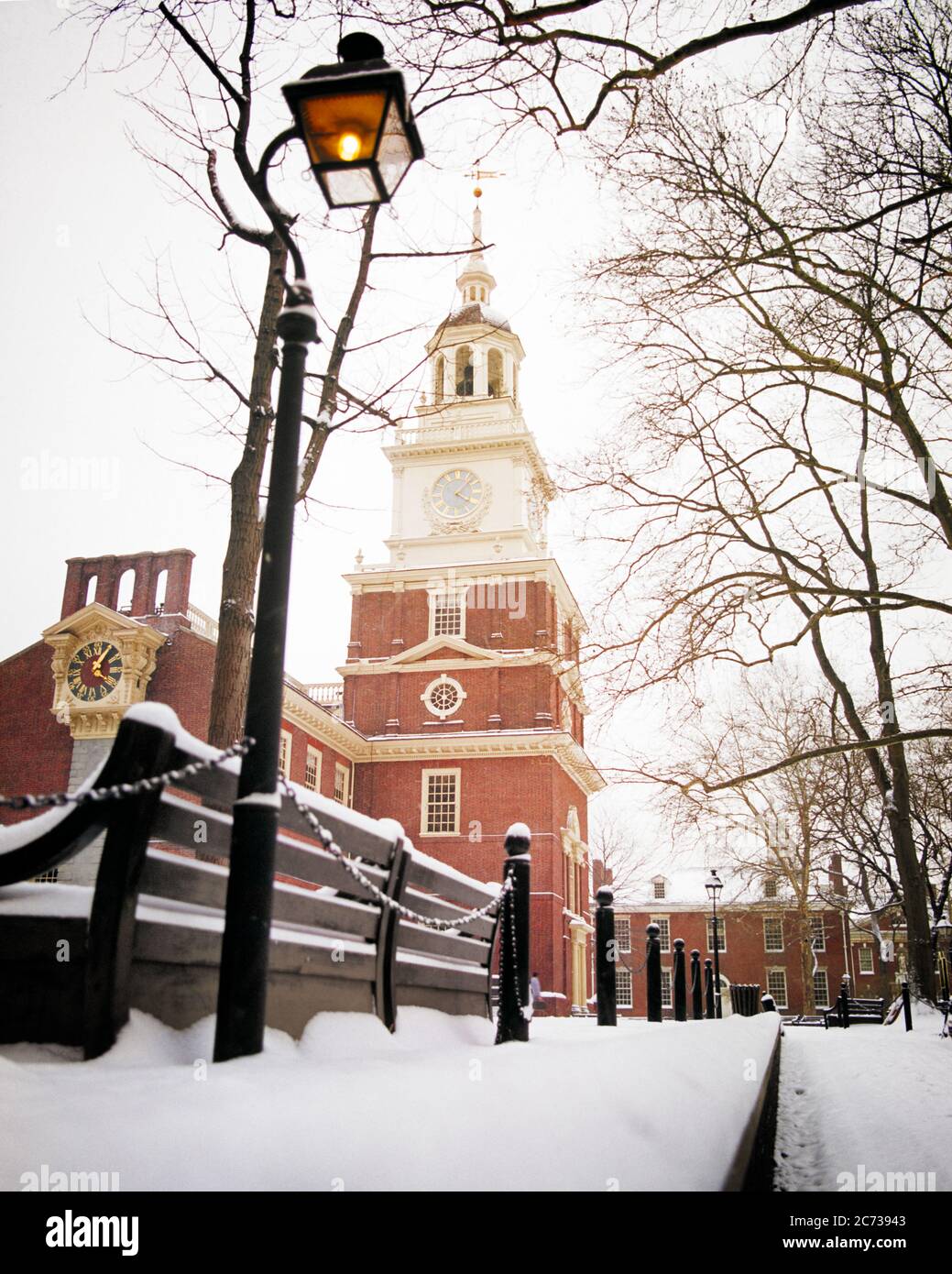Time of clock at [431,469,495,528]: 4:07
